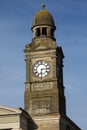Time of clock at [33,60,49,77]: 6:14
